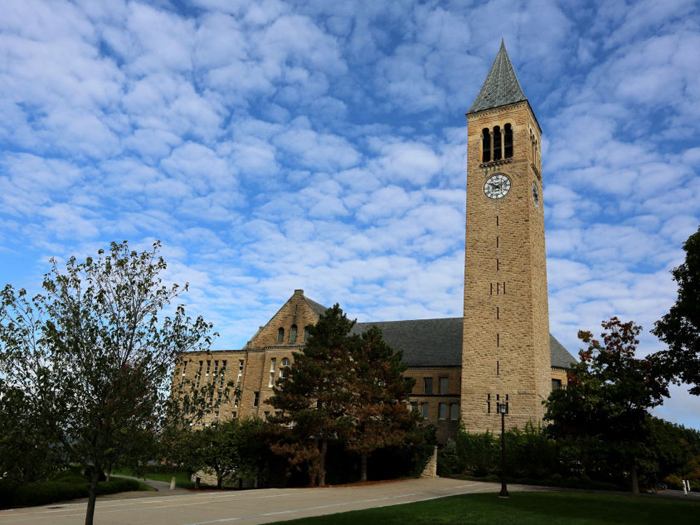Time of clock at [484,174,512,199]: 10:10
